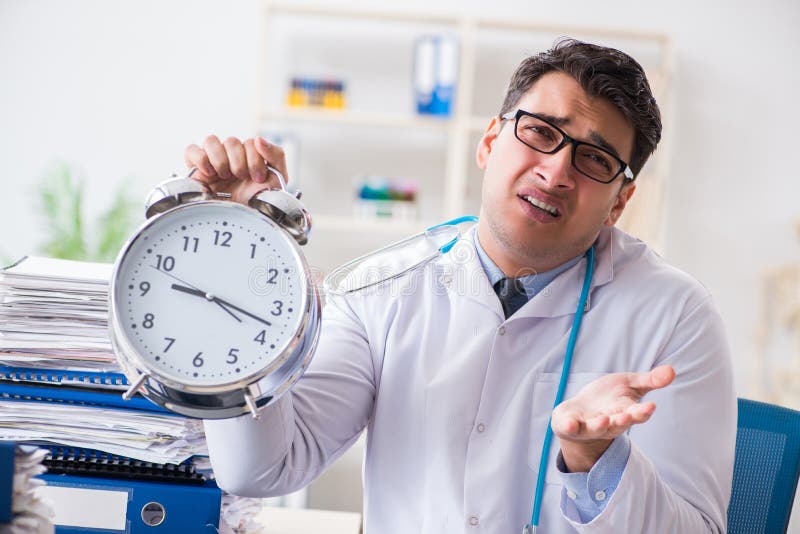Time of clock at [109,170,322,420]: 9:17
